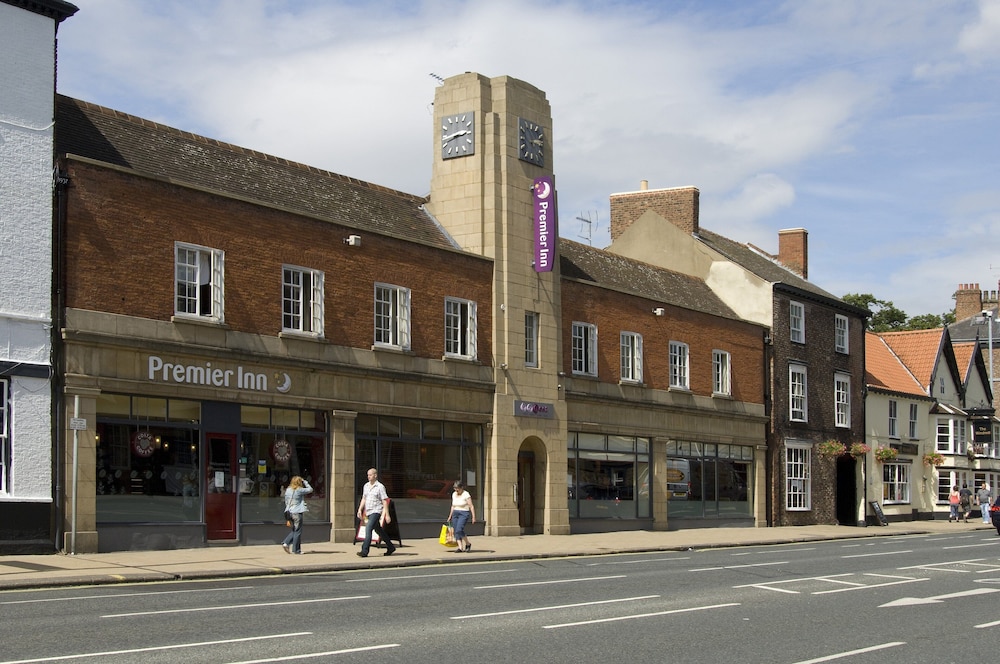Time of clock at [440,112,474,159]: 2:42
